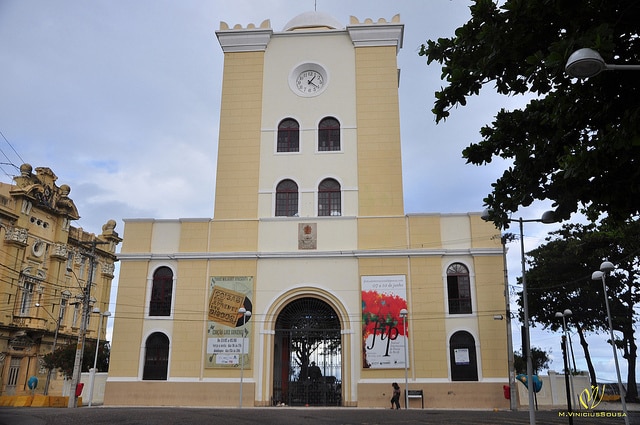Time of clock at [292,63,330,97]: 1:20
